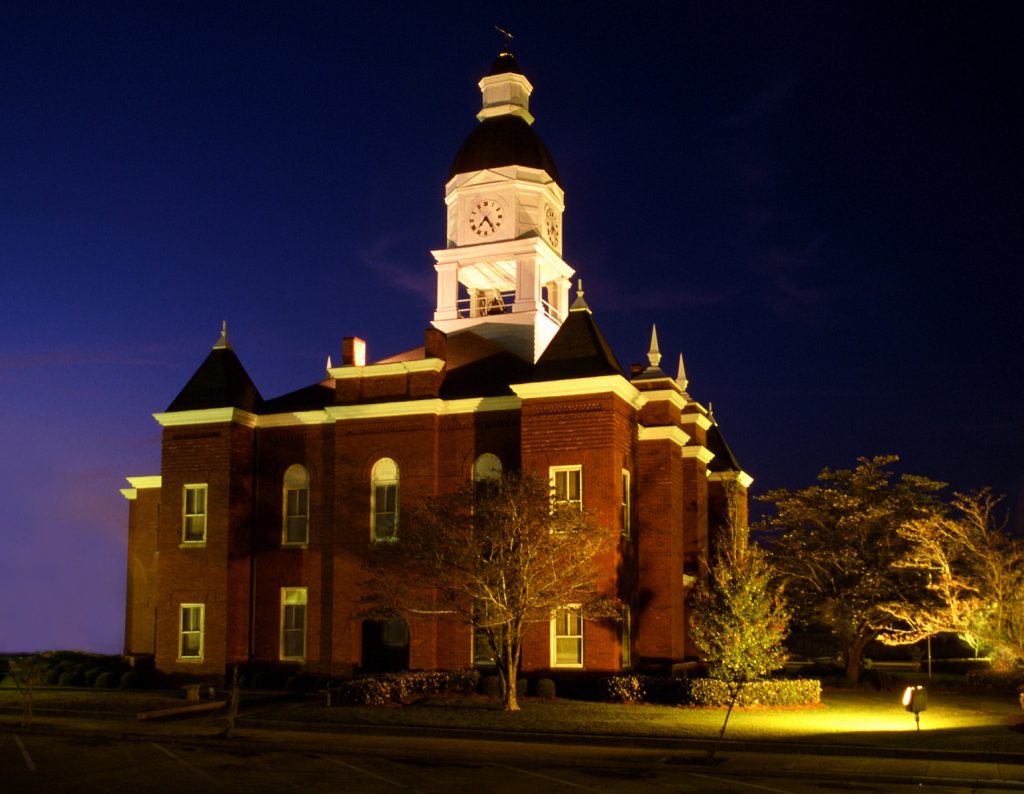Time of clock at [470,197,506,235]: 7:24
